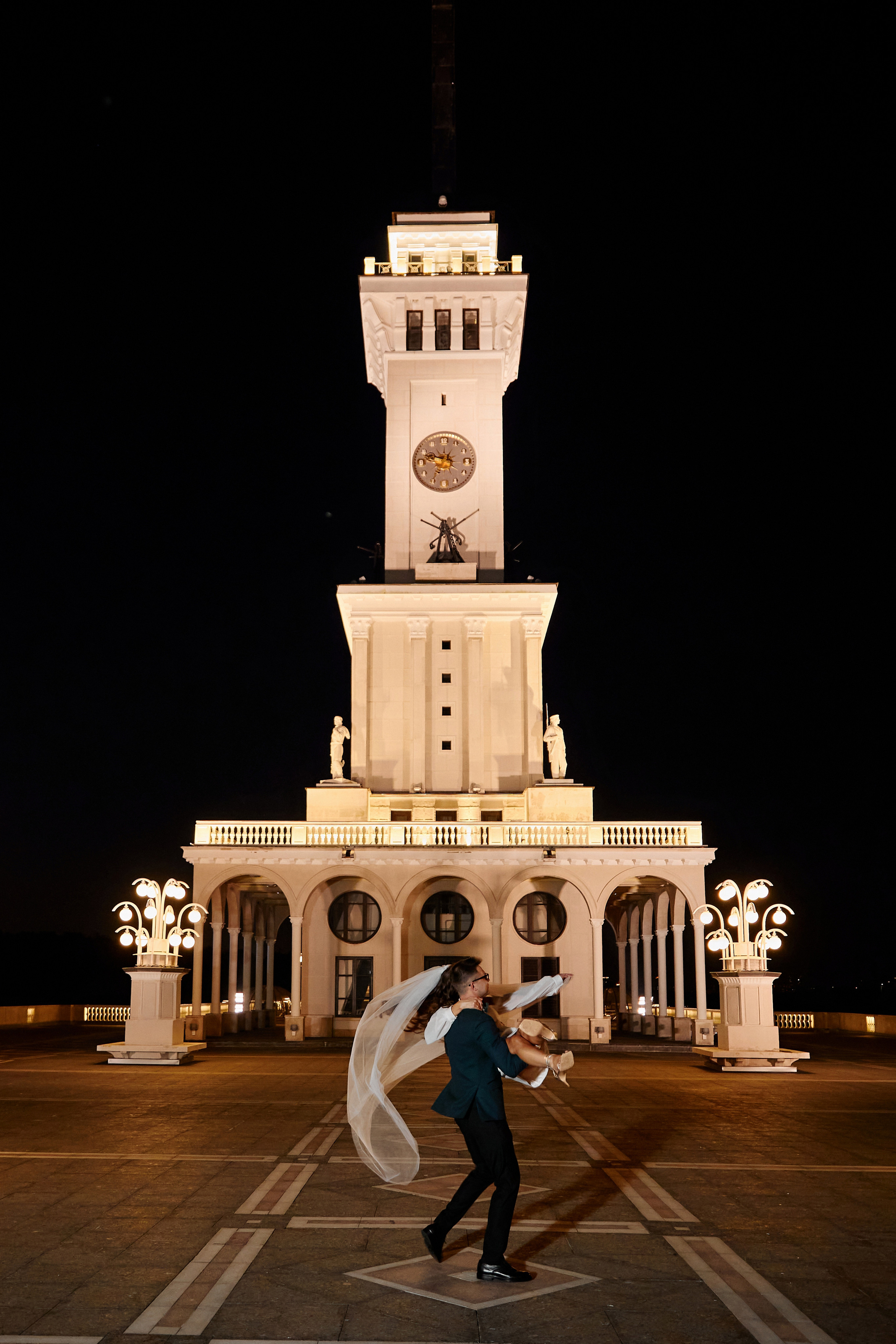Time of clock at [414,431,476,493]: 12:48
